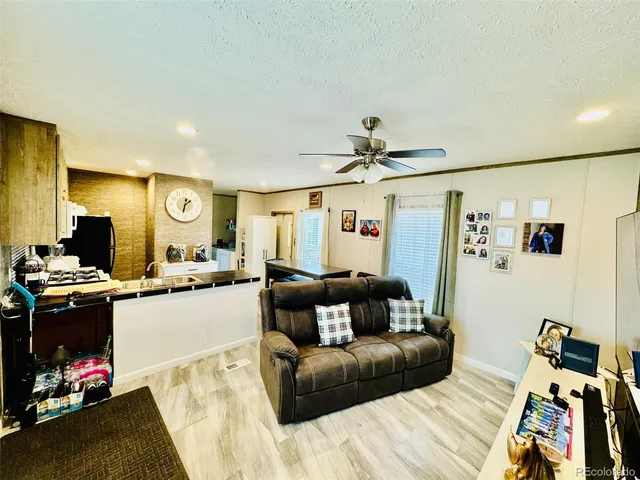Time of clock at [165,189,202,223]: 1:32
